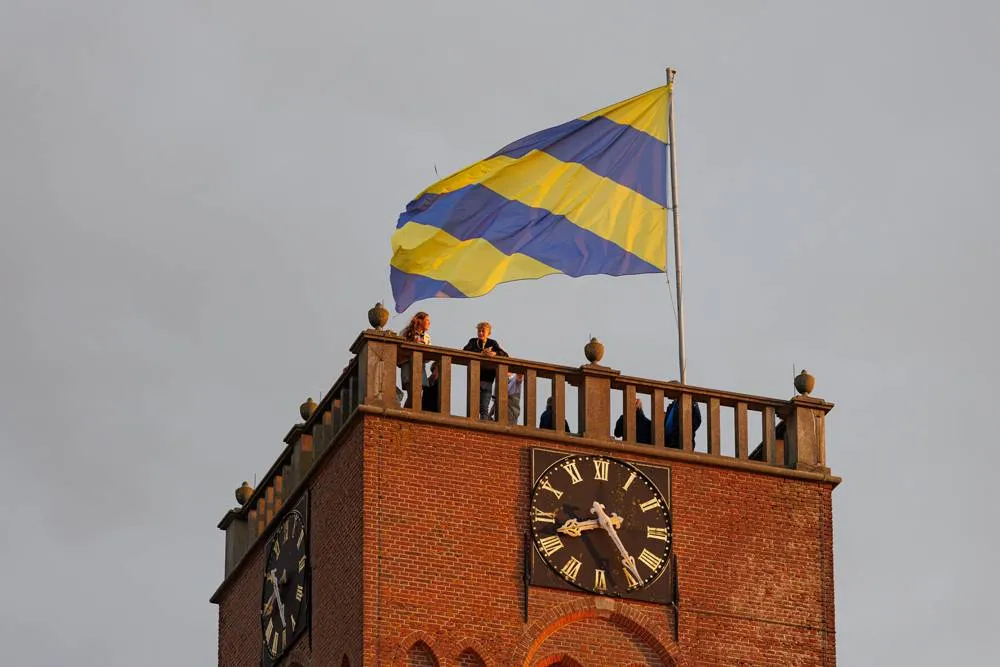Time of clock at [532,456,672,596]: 8:24
